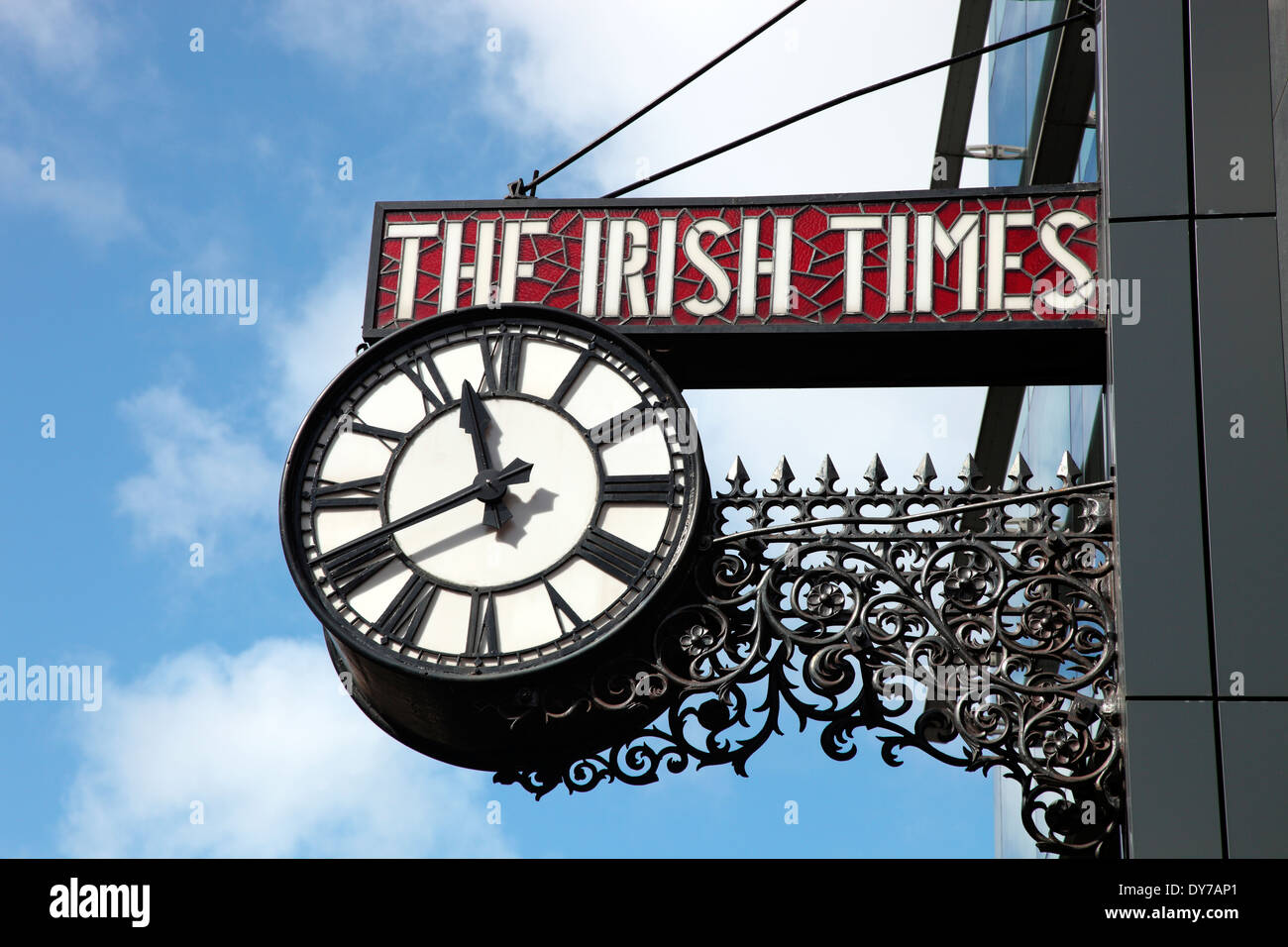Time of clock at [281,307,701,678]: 11:40
